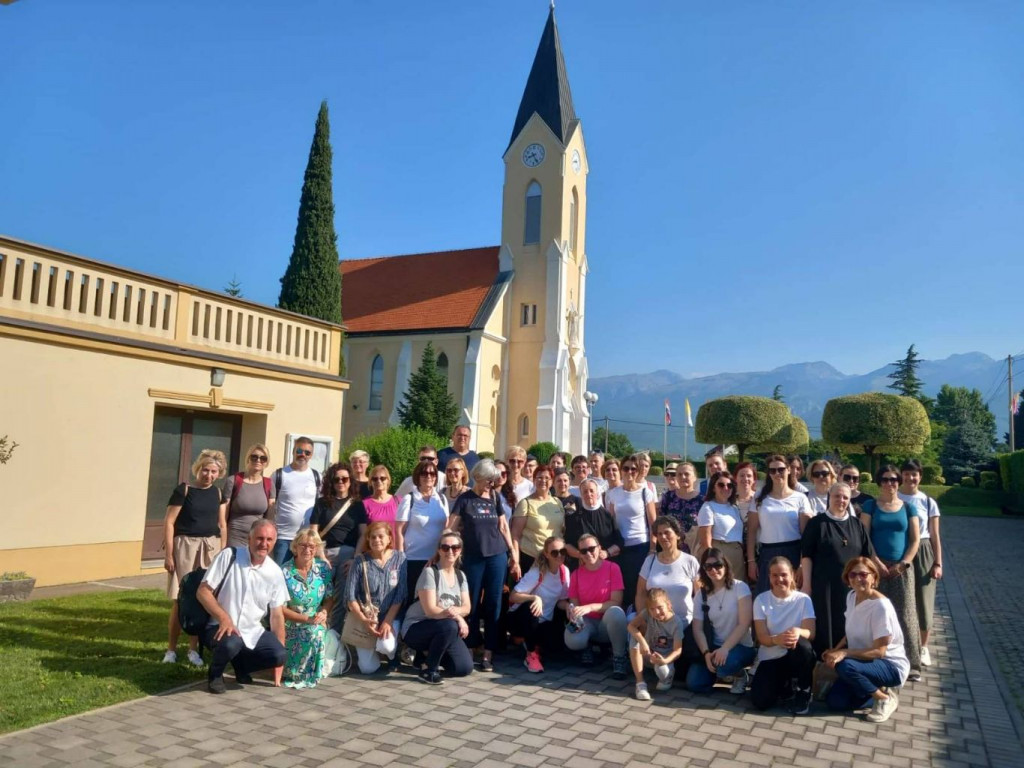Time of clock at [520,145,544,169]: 8:25
